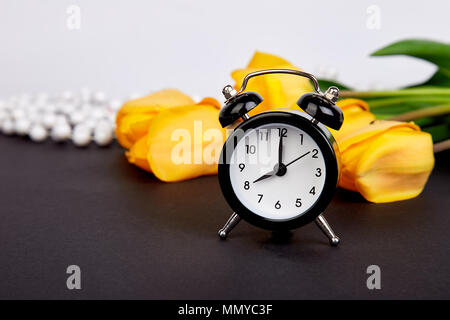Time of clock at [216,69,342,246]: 8:00
